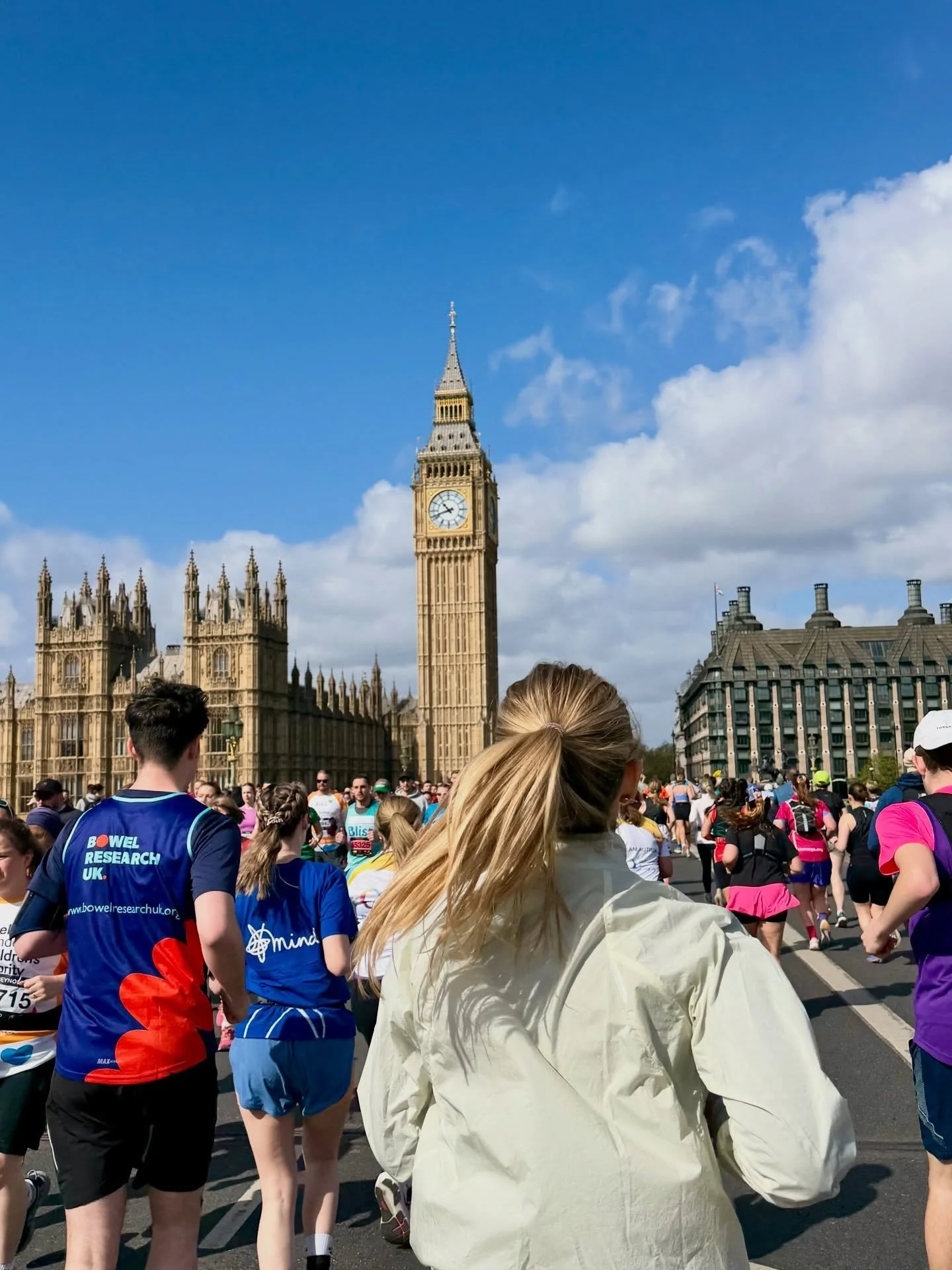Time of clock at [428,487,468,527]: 10:41
